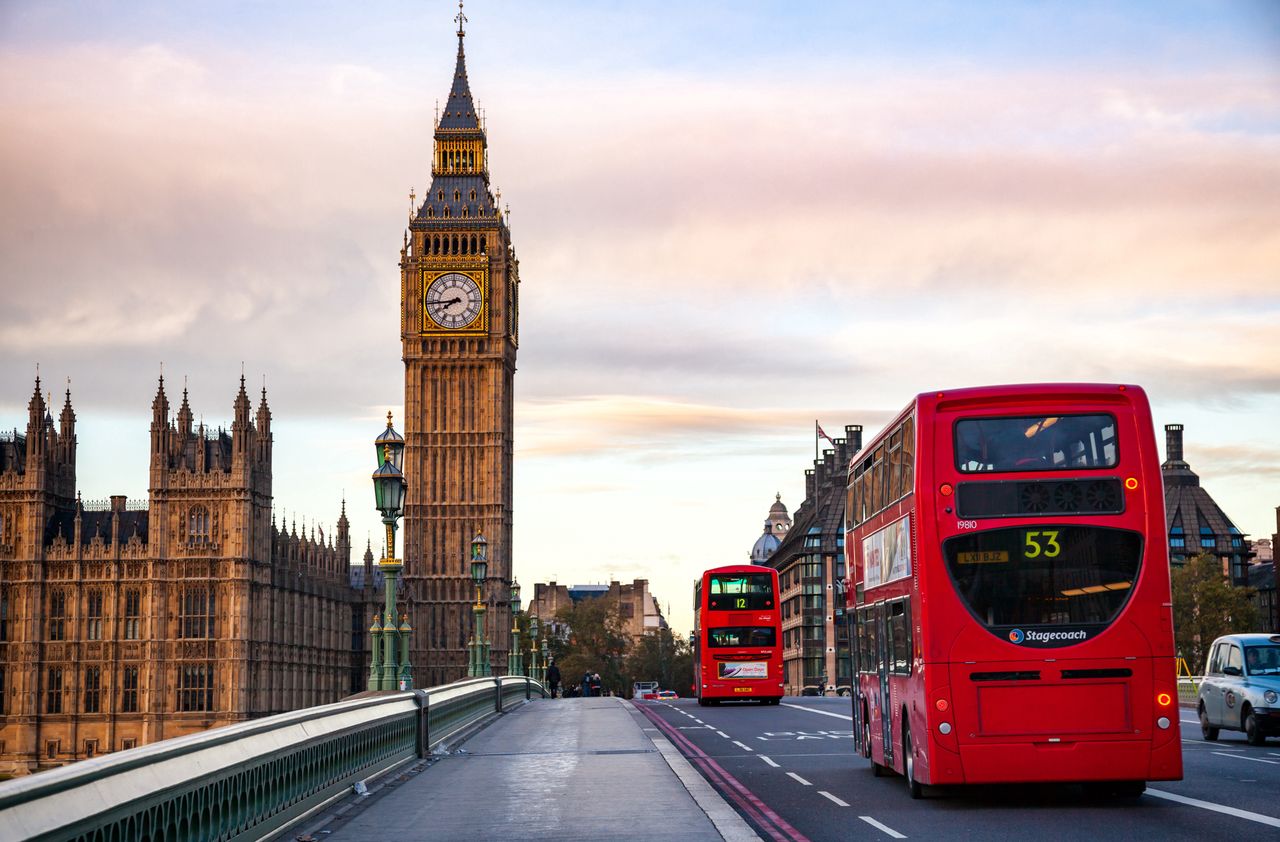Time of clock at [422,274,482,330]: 7:44
